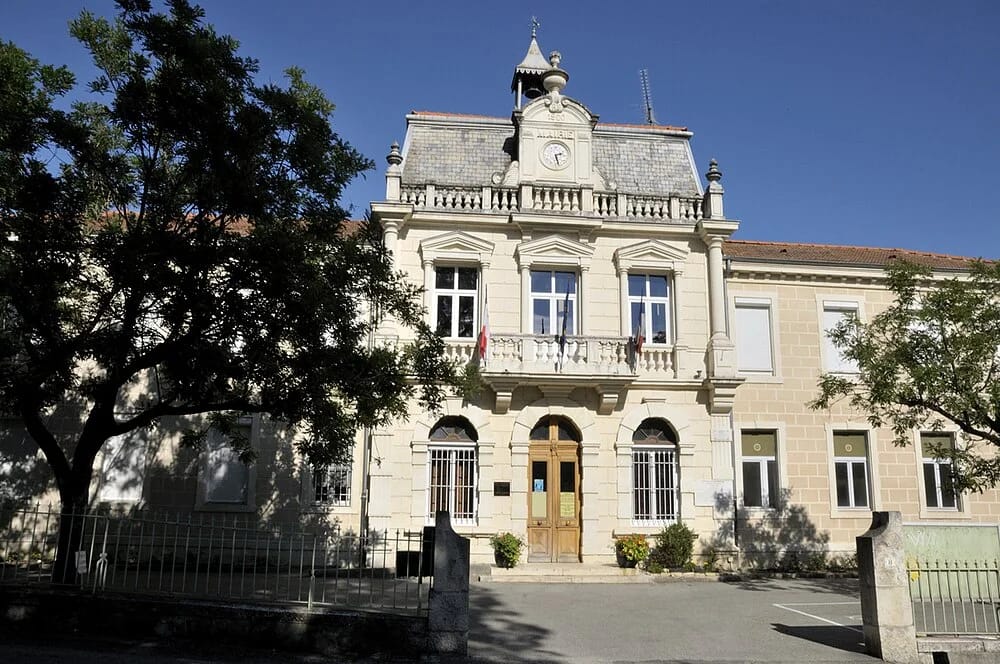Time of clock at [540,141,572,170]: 2:27
